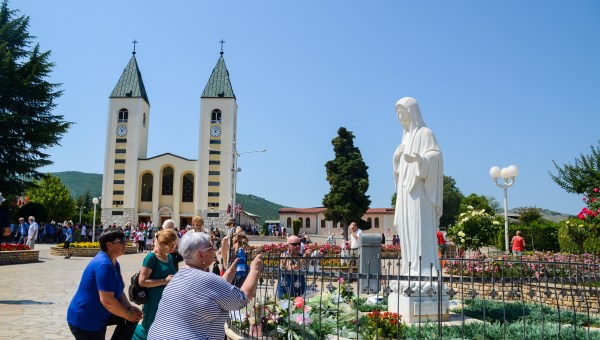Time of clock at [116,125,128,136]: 11:07
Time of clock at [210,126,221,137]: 11:07
